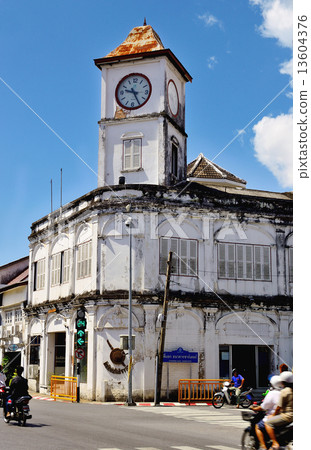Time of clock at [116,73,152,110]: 9:25
